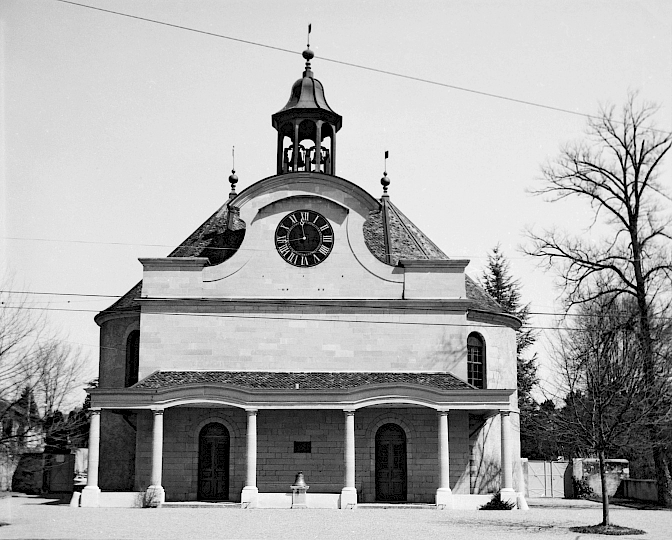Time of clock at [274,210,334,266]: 11:43
